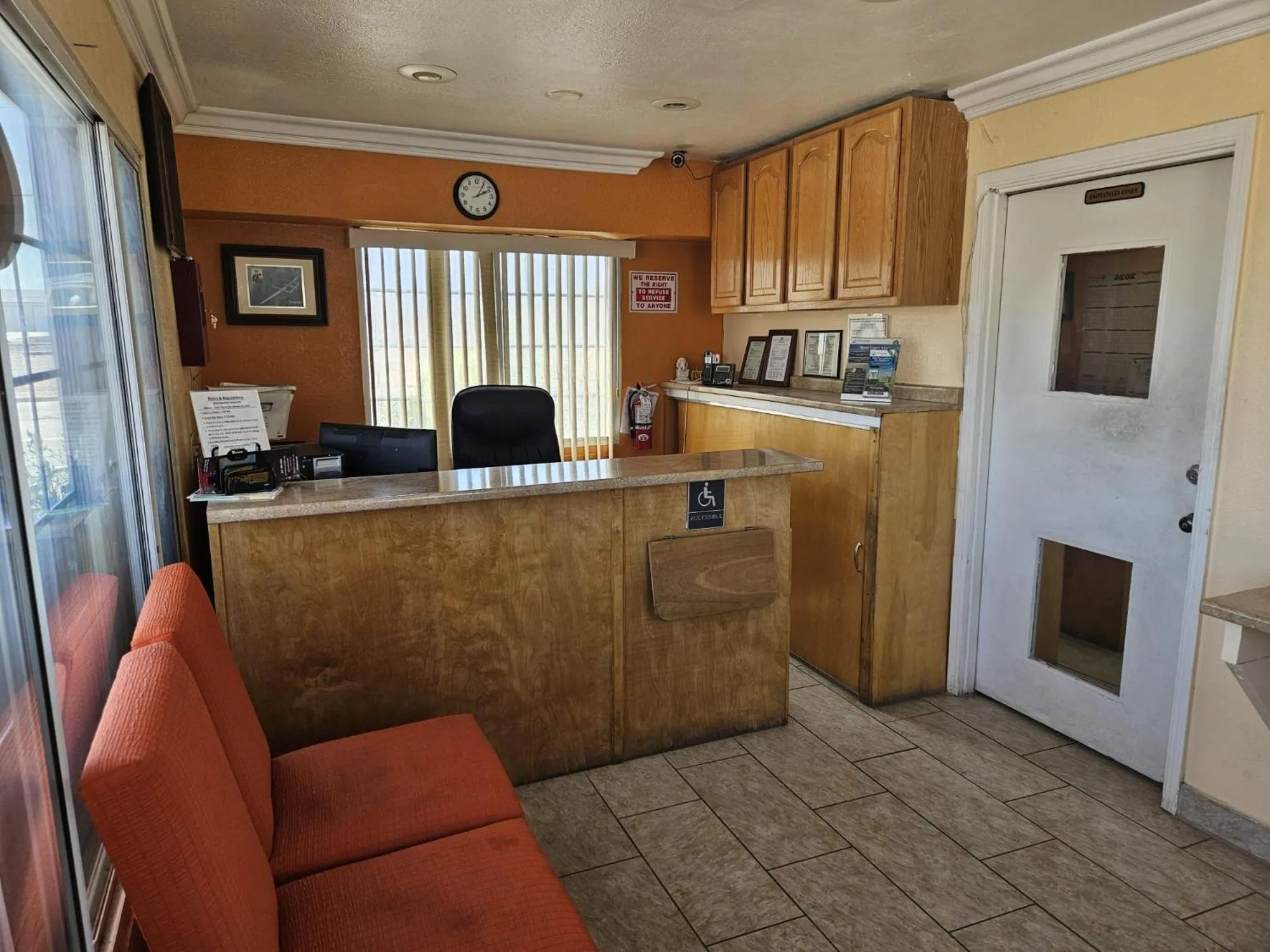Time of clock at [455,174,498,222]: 2:05
